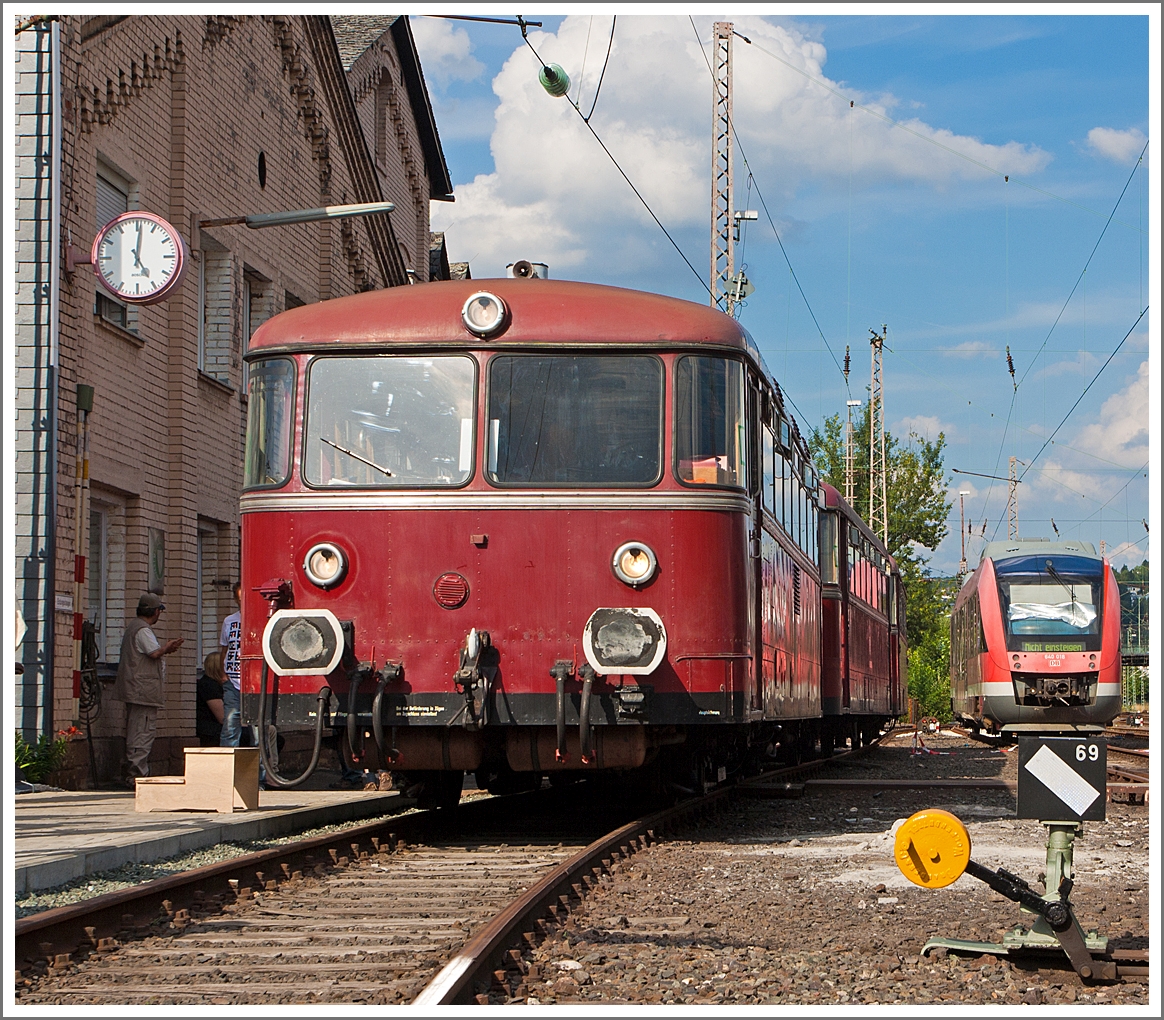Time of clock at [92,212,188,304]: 5:01
